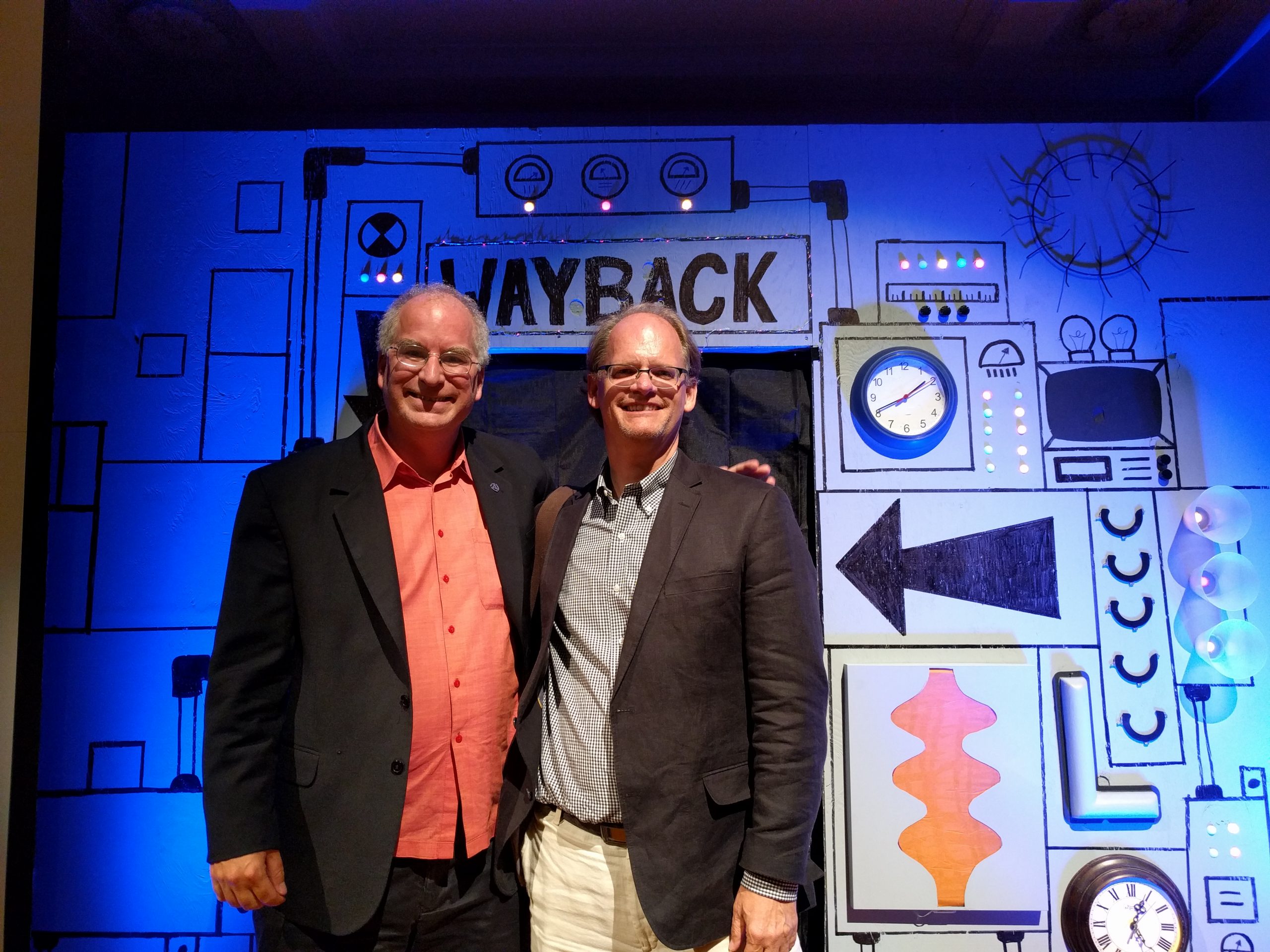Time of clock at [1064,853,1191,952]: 5:04
